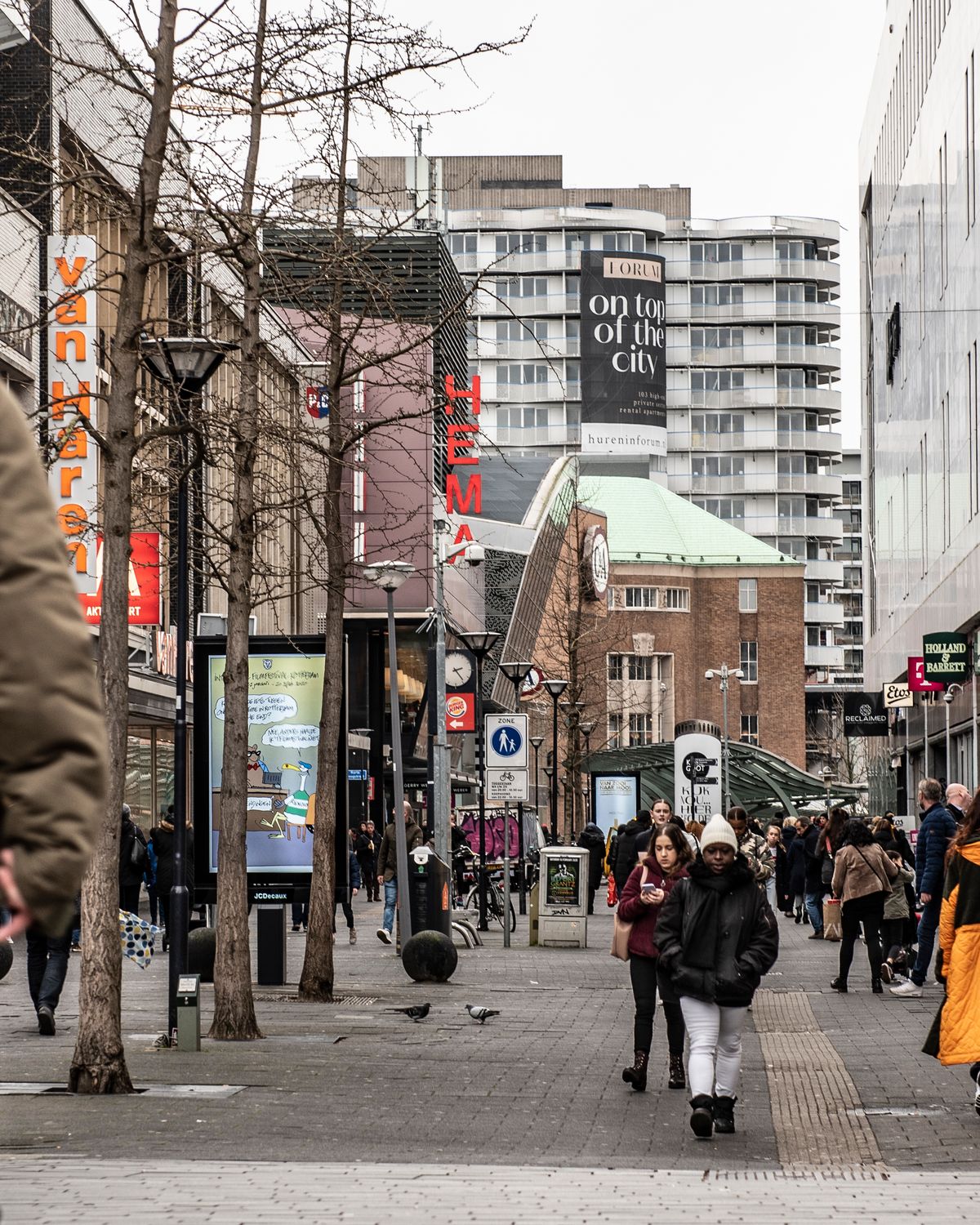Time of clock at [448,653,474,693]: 2:23
